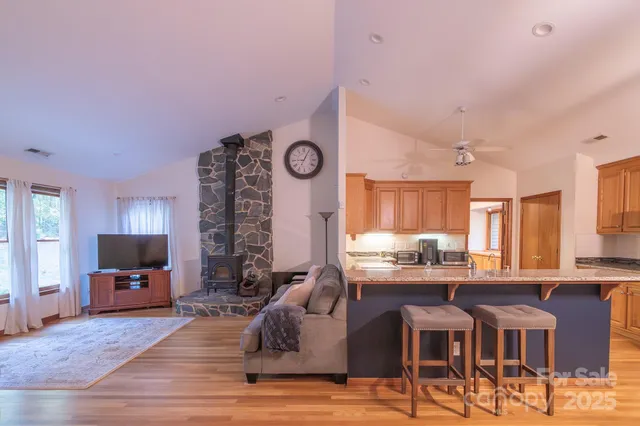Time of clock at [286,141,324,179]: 9:04
